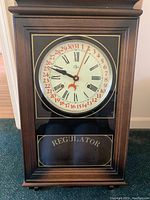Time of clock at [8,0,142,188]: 9:48
